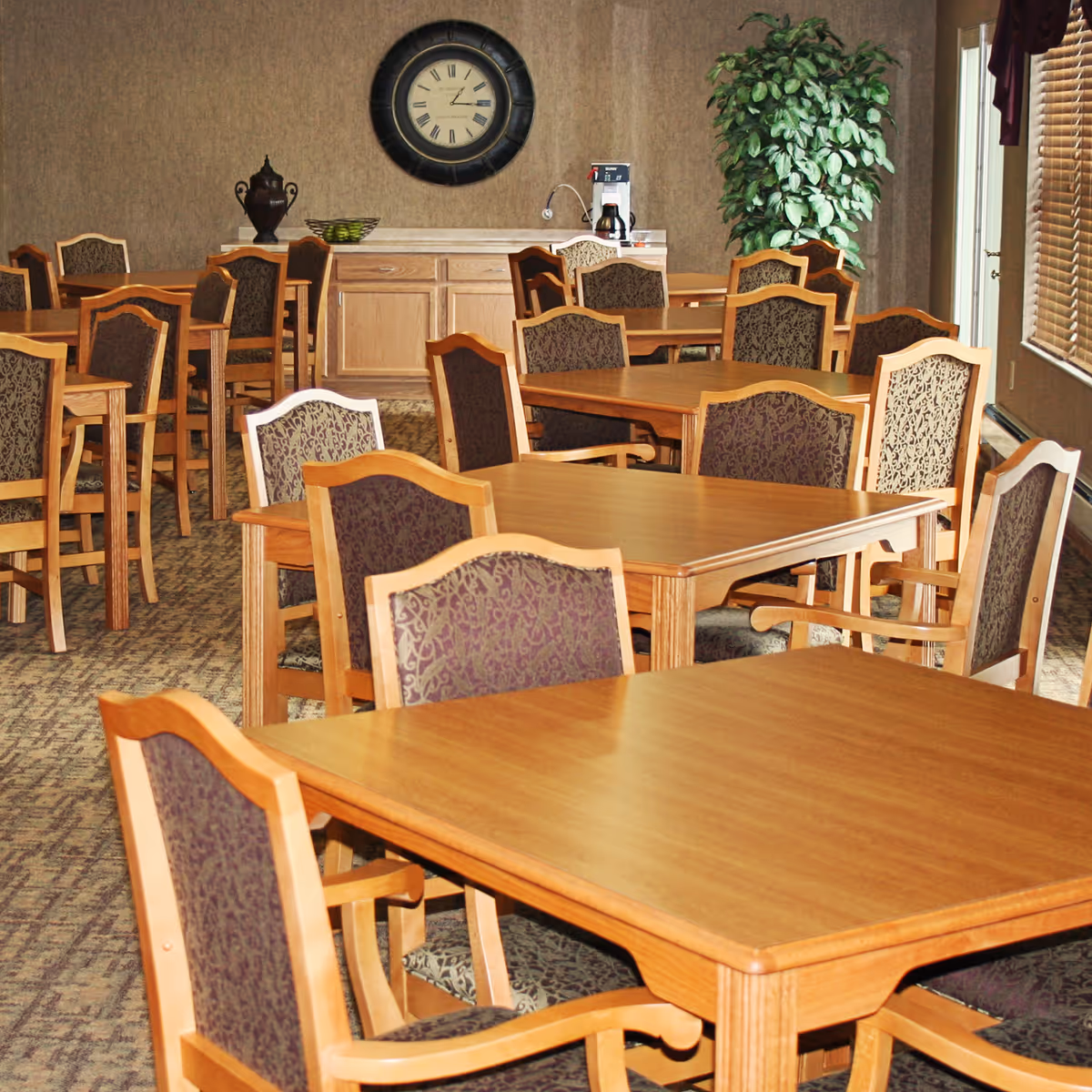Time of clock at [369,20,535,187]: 1:15
